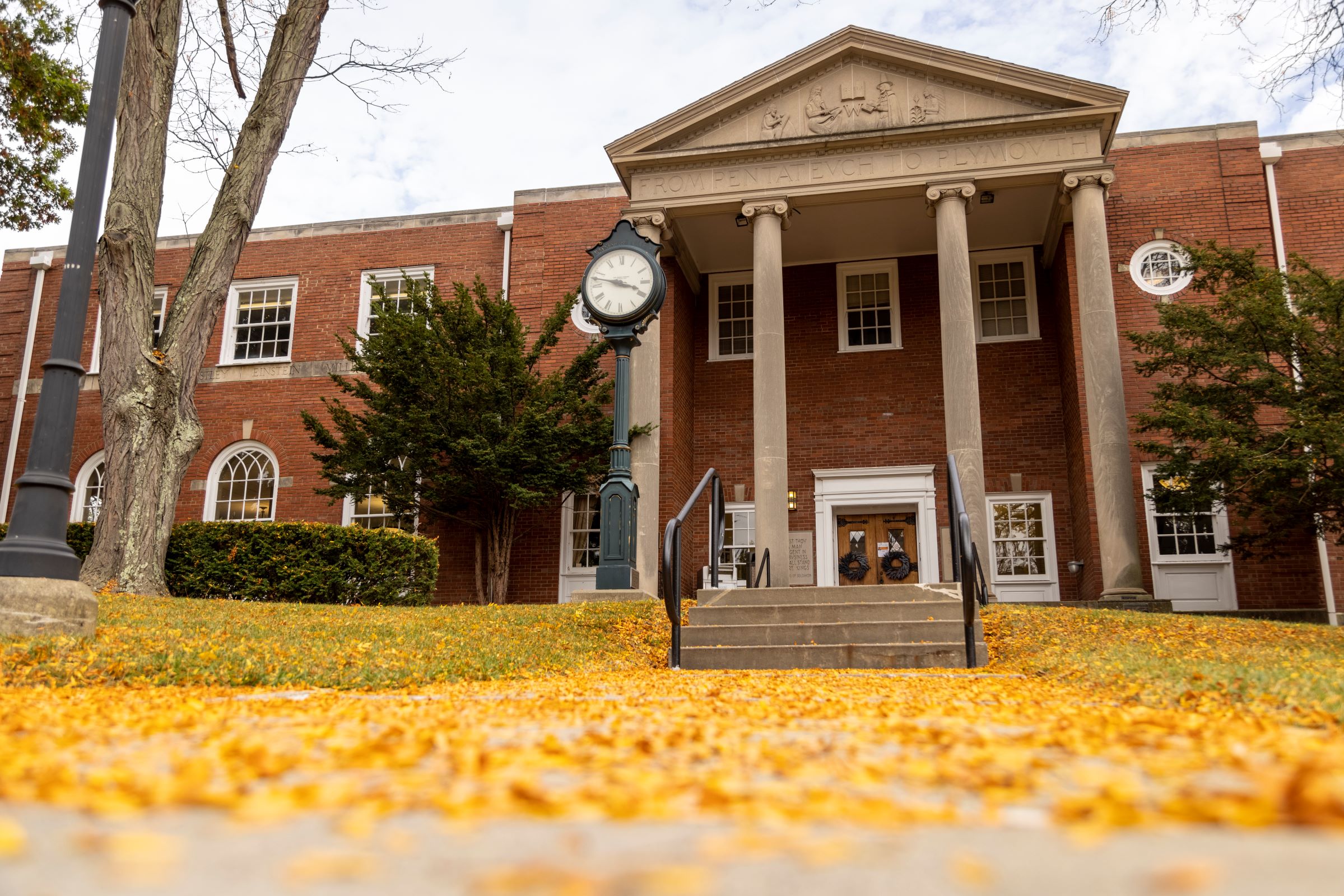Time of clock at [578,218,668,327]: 3:47
